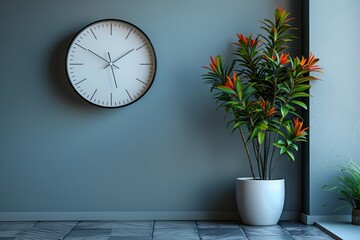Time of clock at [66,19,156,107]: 1:50
